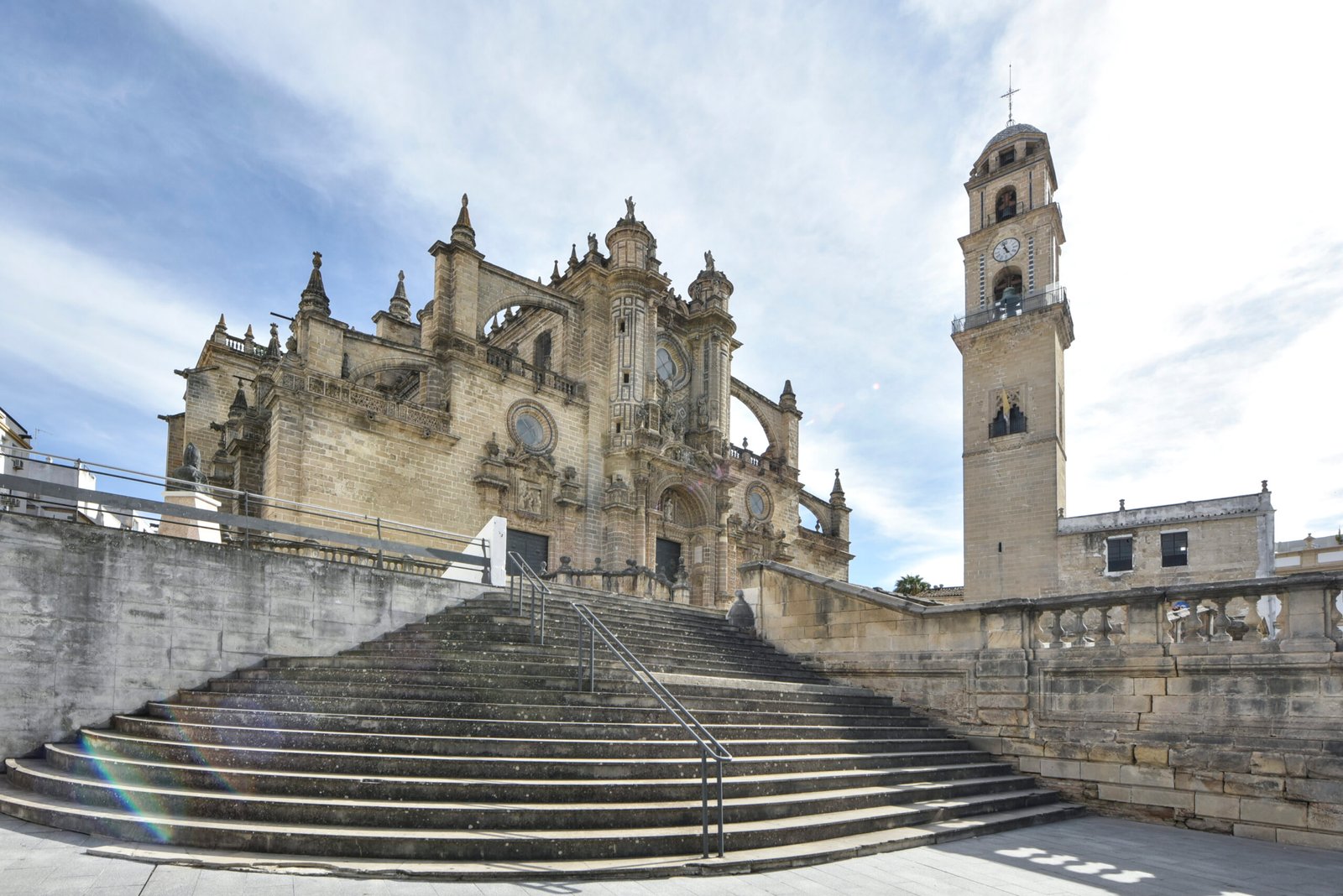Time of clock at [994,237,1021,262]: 4:57
